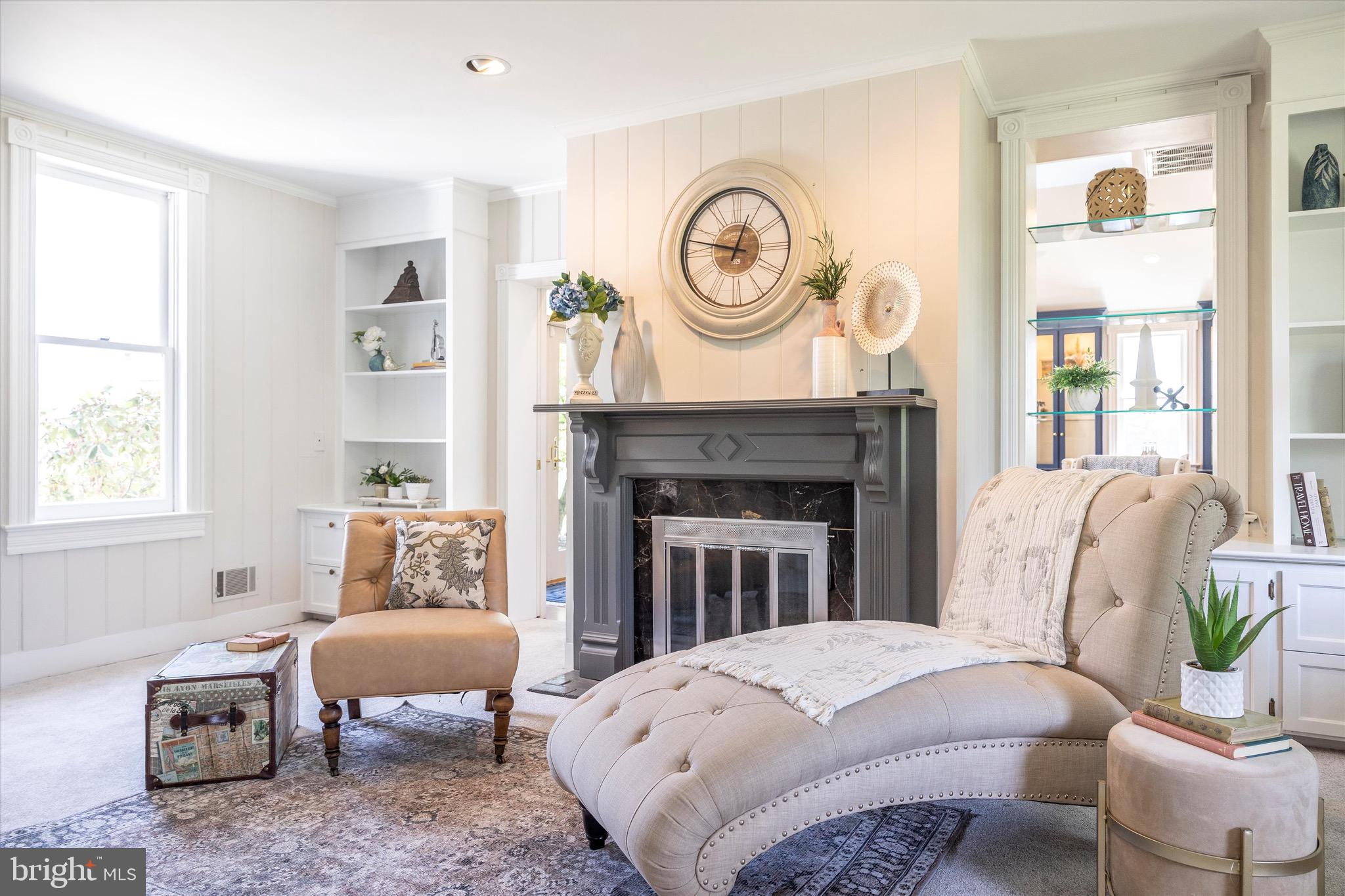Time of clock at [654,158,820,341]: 12:47
